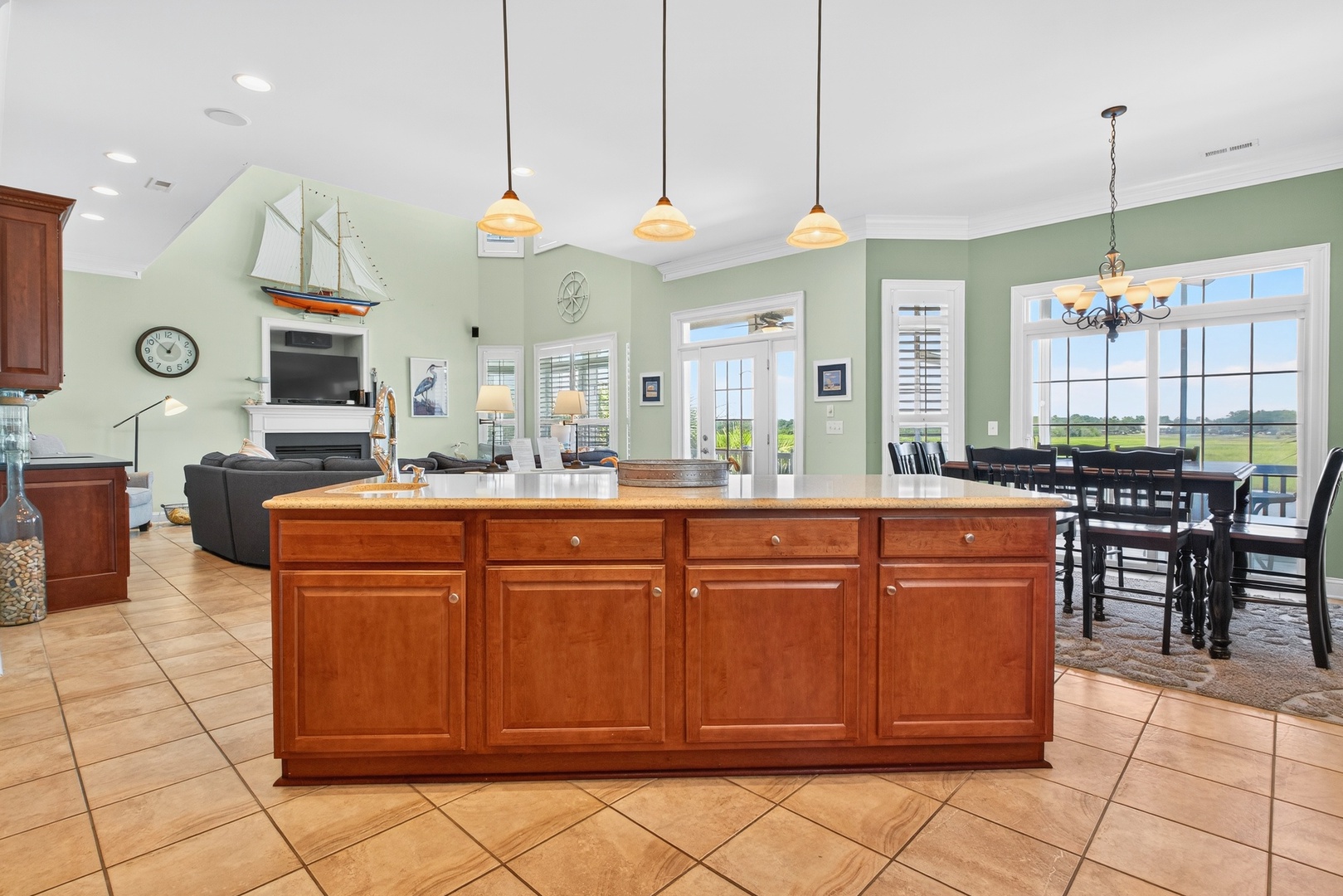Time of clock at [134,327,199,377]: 12:52
